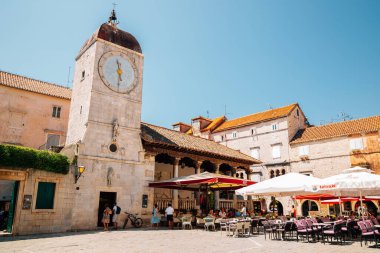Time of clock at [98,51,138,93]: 11:30
